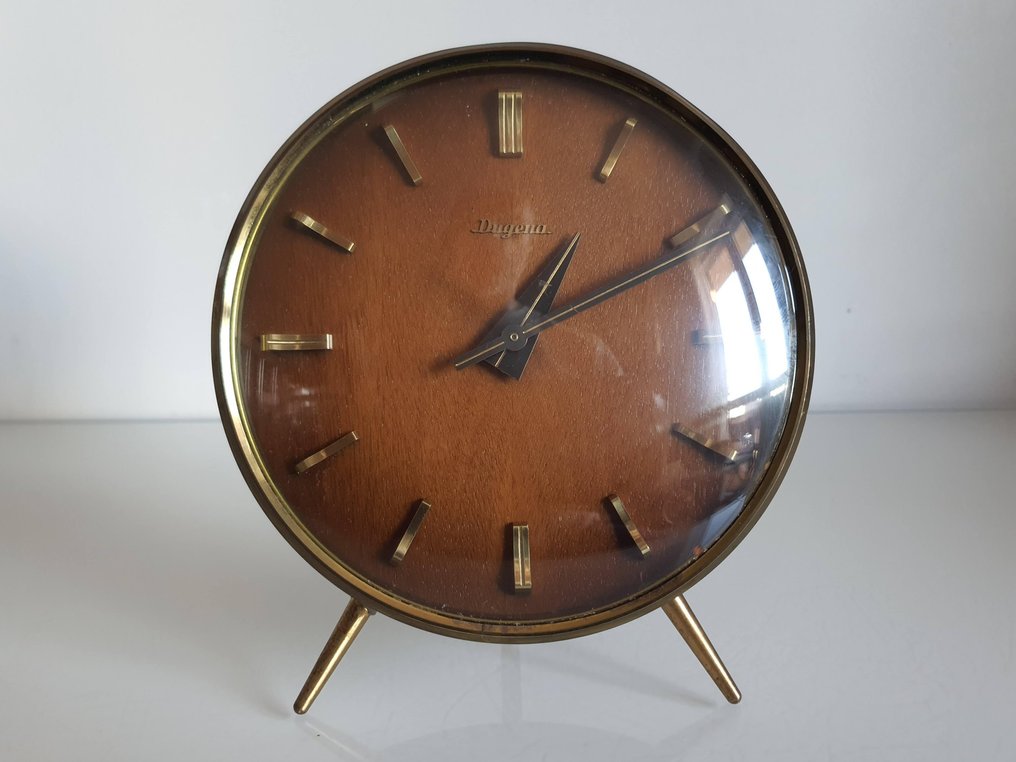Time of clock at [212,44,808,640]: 1:10
